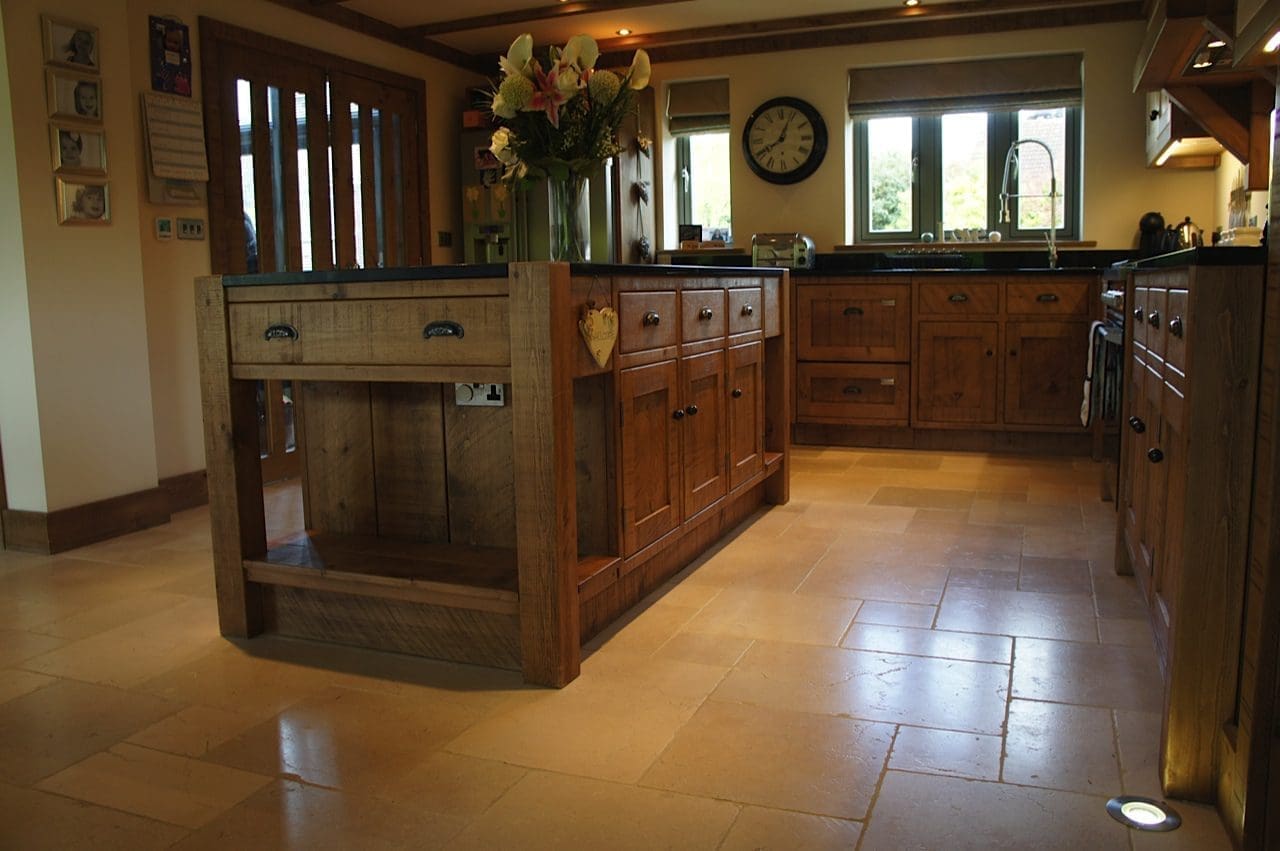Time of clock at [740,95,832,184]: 8:04
